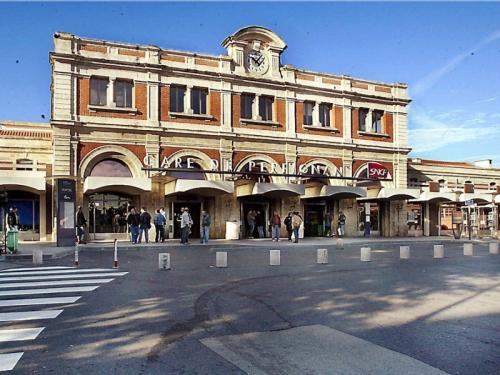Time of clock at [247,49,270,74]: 10:07
